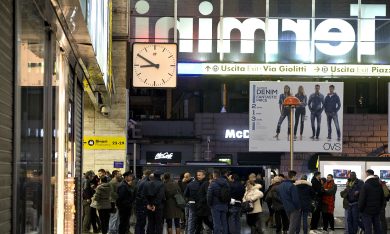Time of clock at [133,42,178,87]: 8:50
